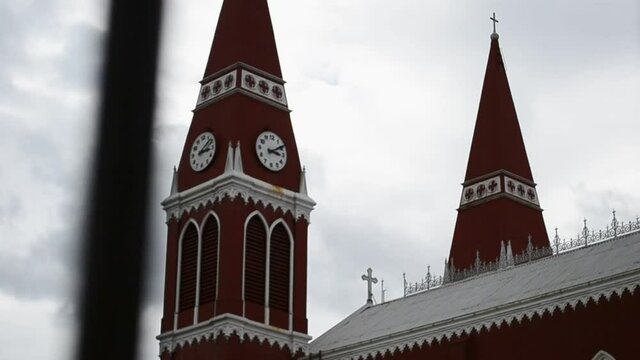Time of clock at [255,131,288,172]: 3:09
